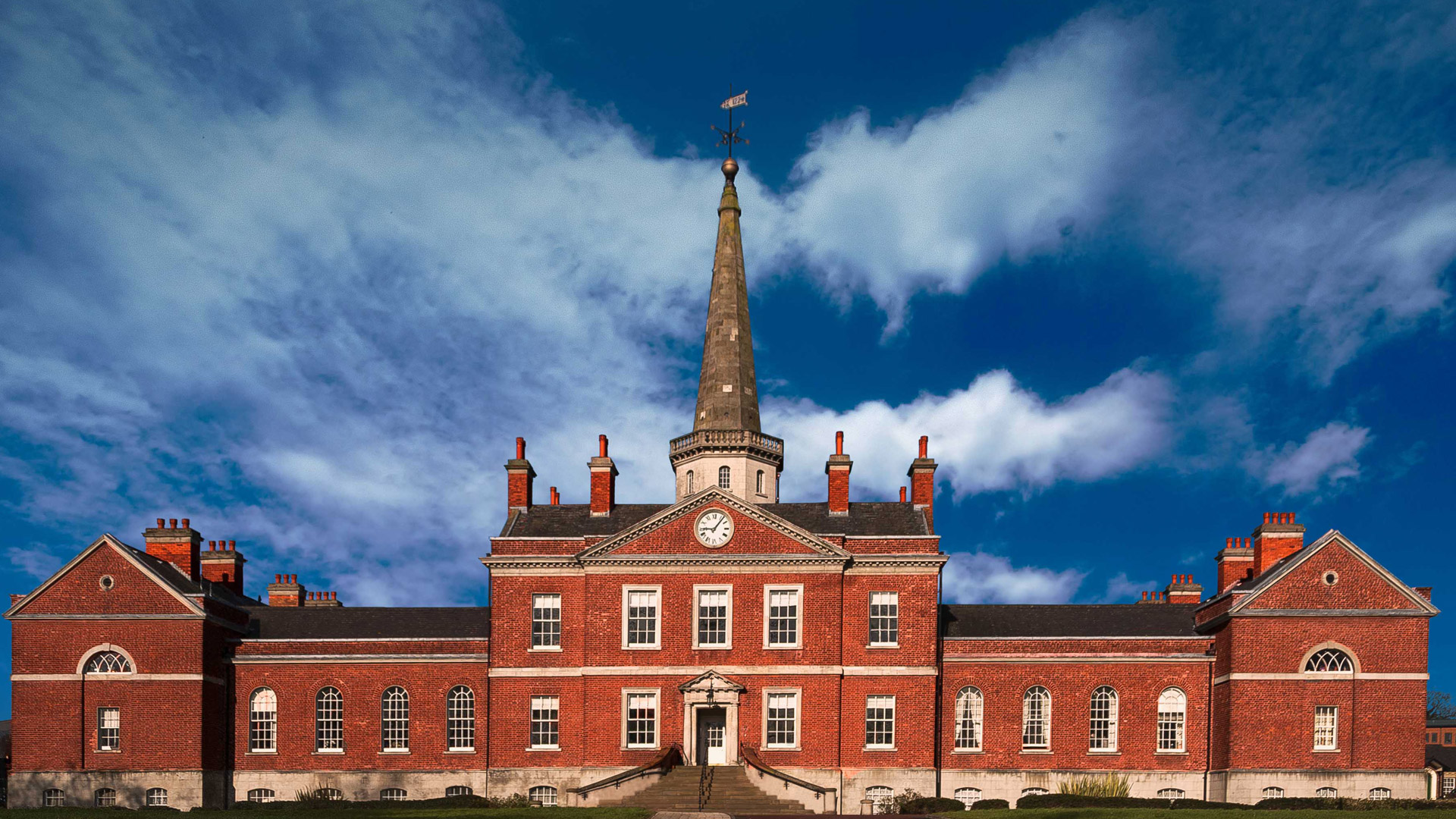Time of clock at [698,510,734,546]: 9:06
